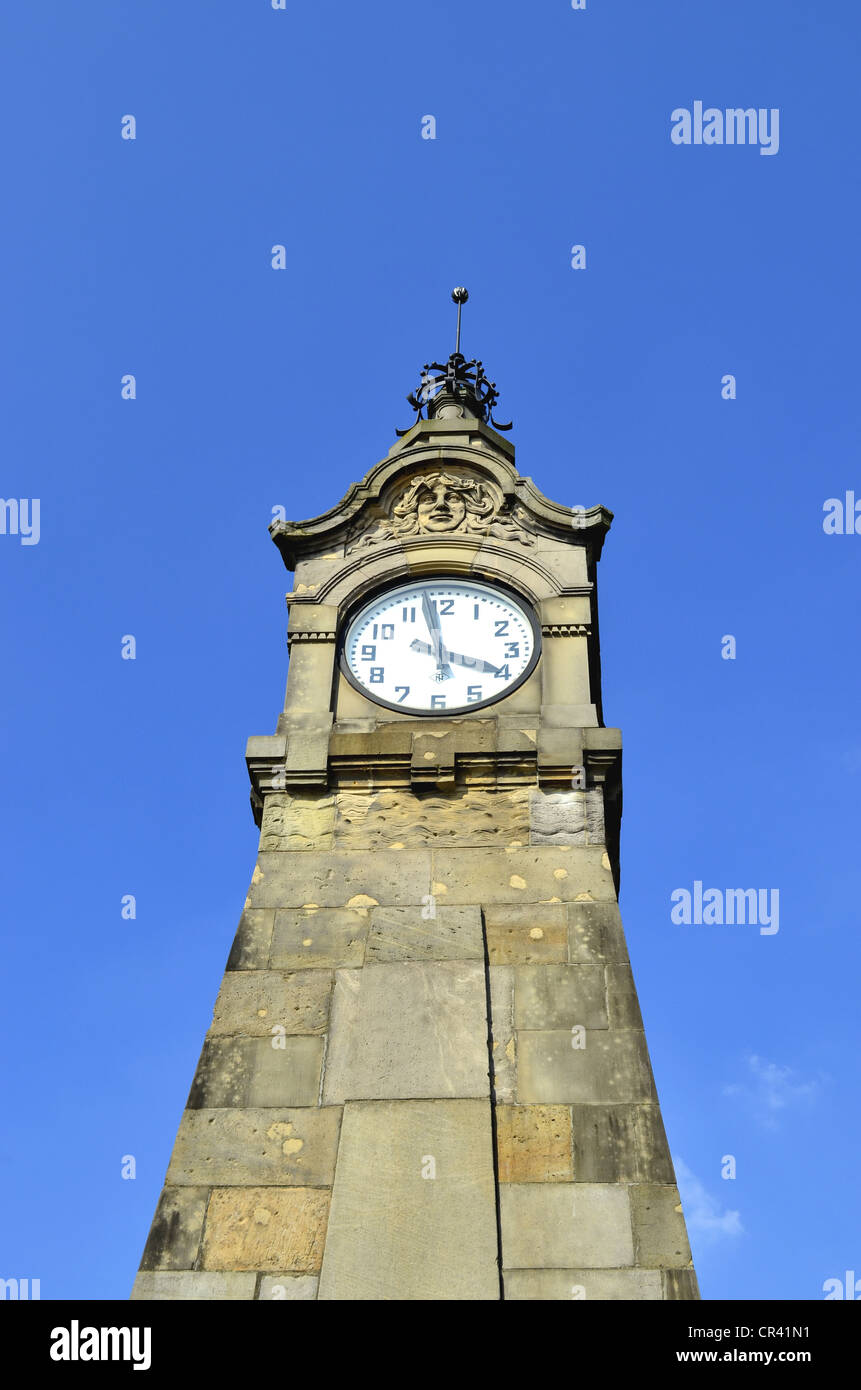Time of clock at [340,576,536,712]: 3:58
